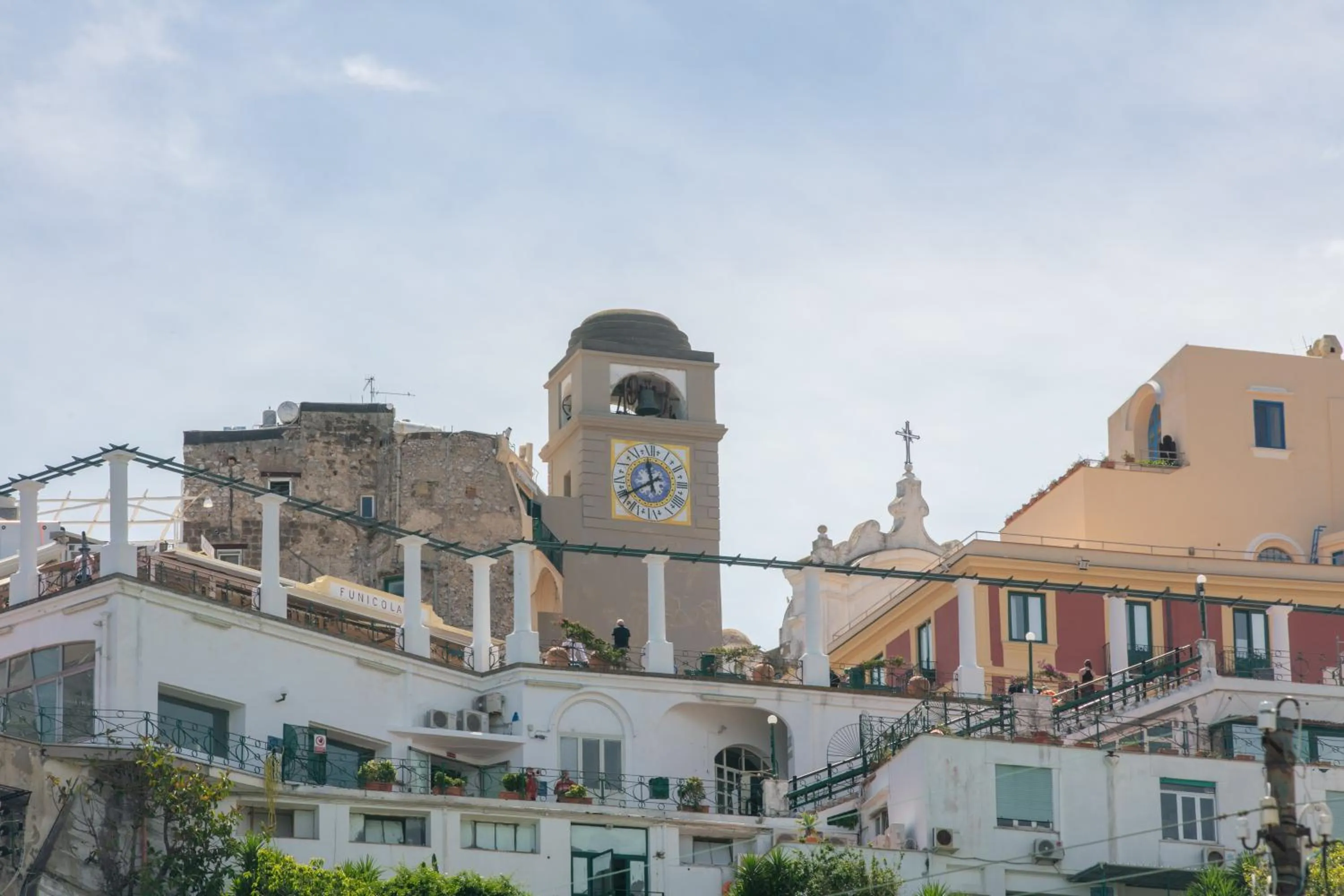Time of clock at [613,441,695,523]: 11:39
